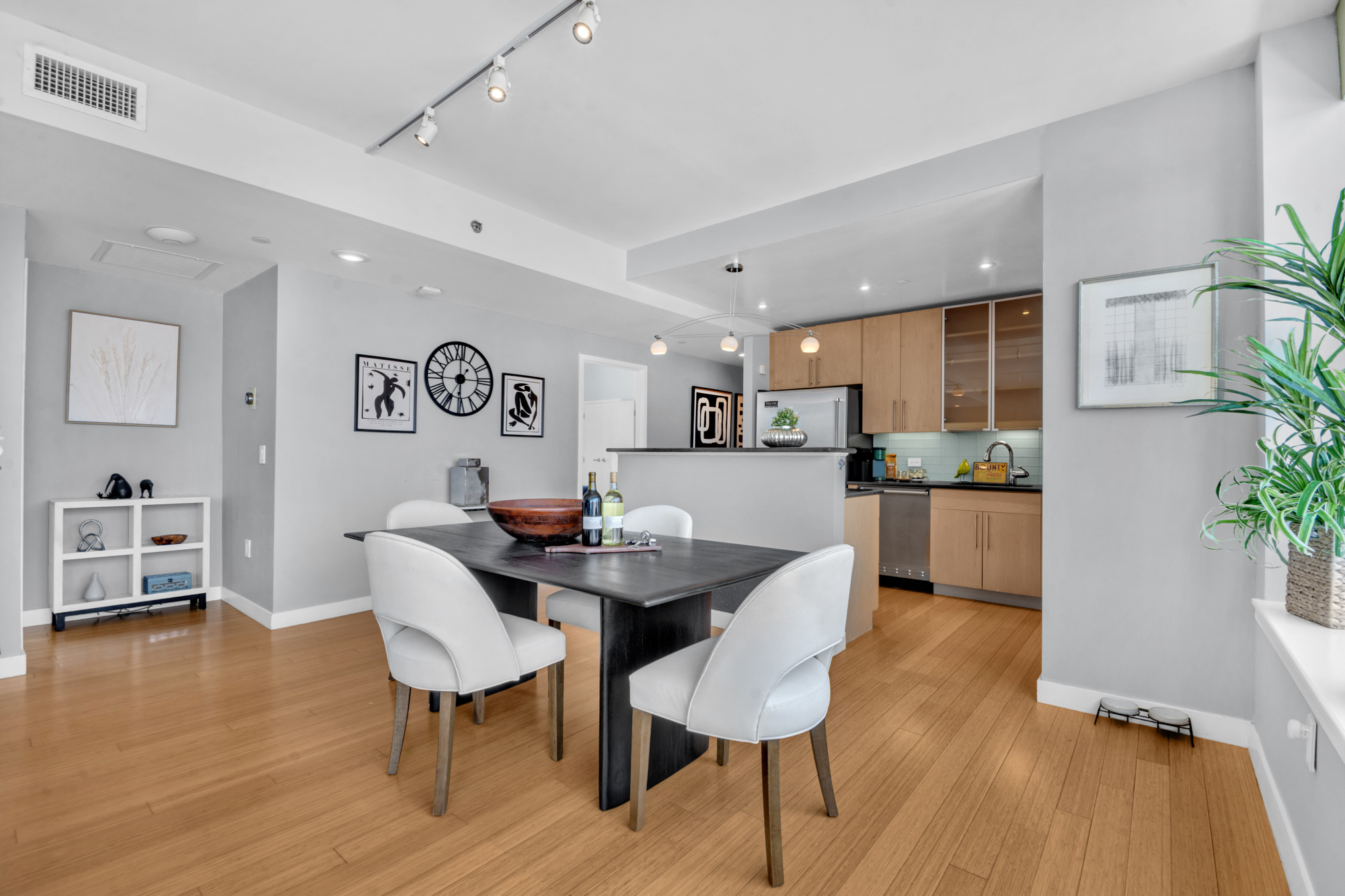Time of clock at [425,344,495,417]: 6:00
